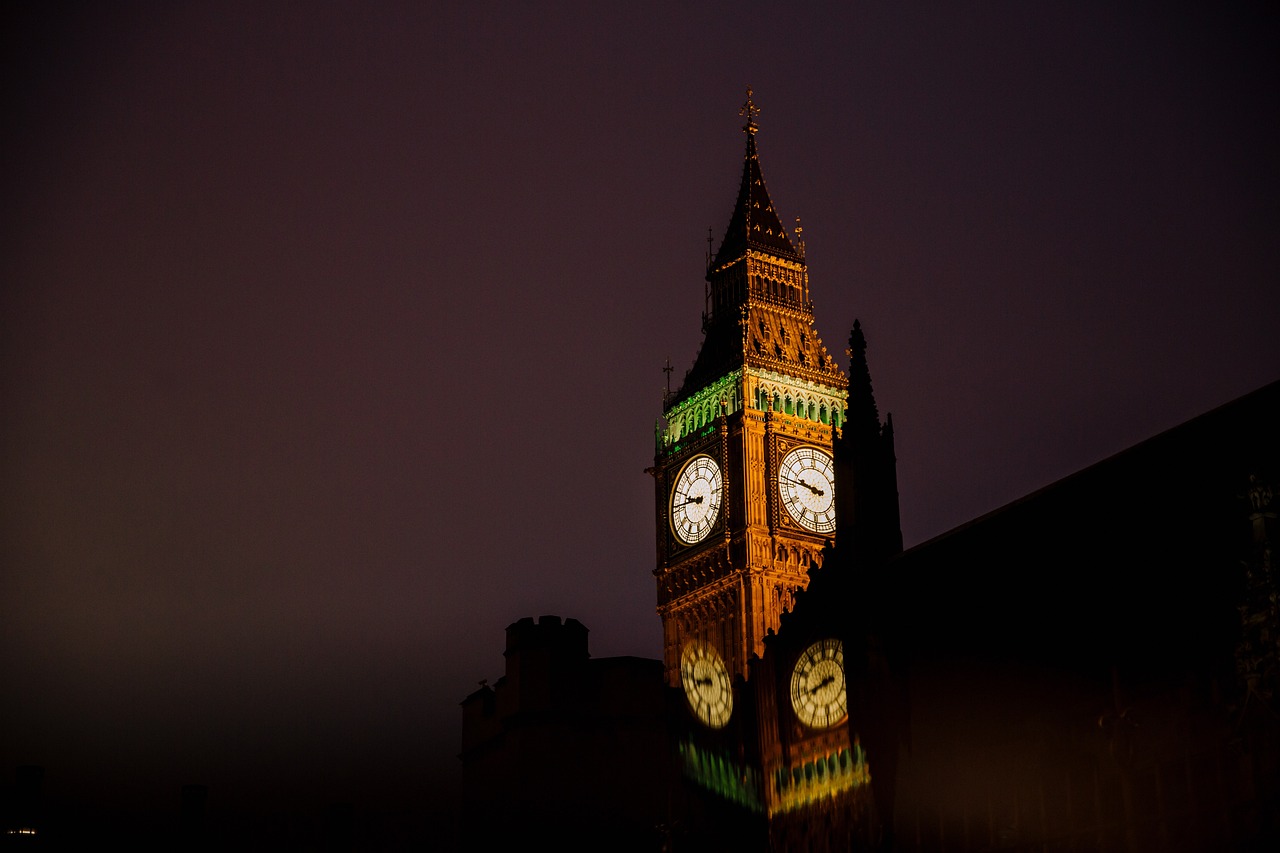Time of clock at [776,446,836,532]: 9:47
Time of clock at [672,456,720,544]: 9:45
